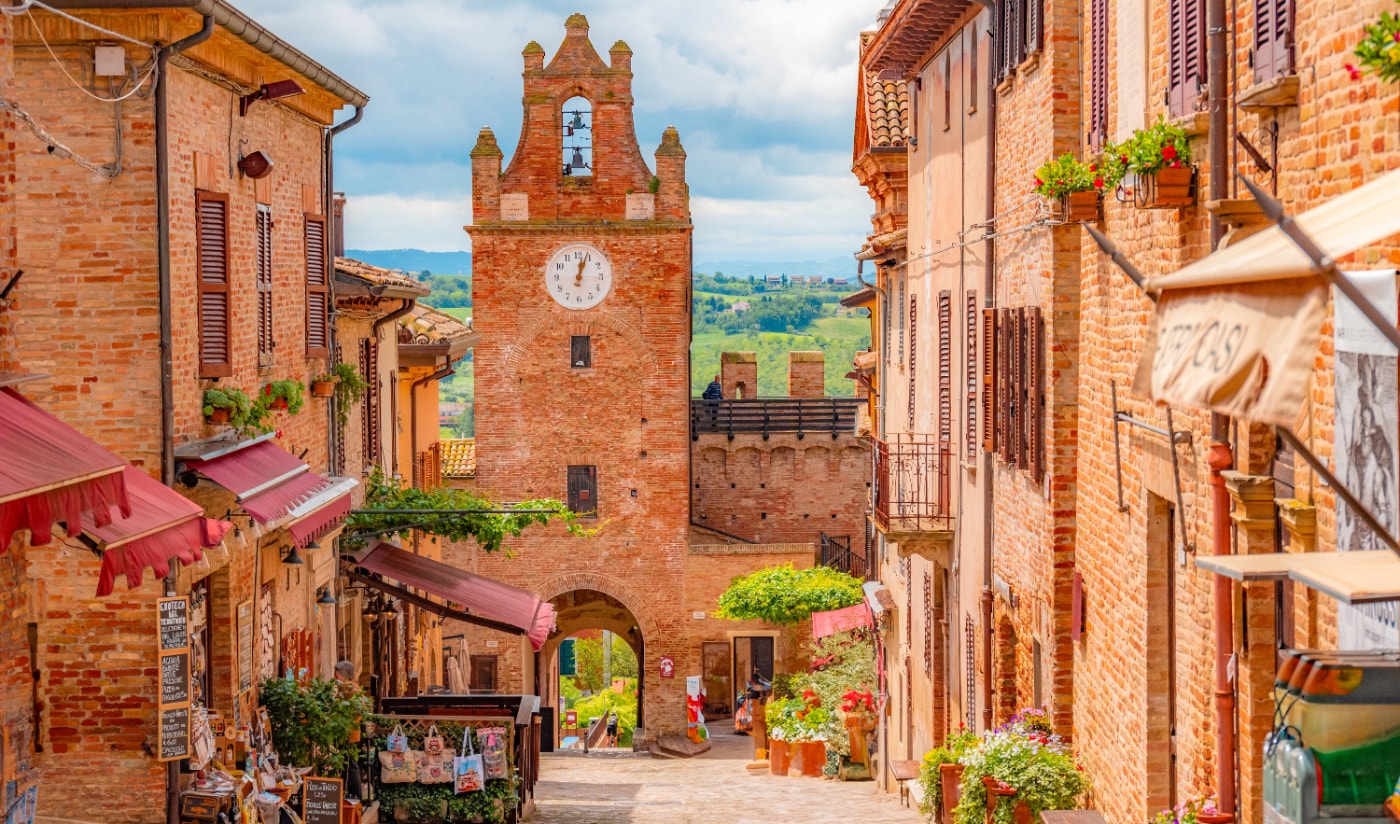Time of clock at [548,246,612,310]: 12:03
